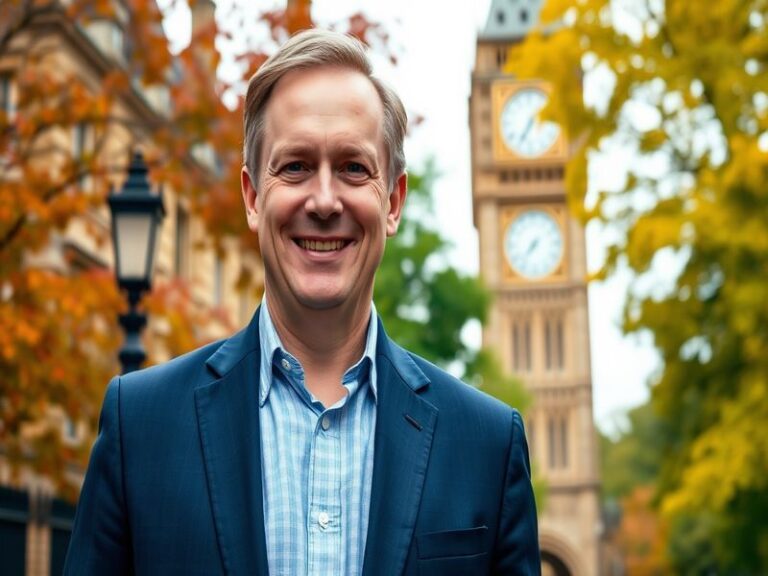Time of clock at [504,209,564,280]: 7:36
